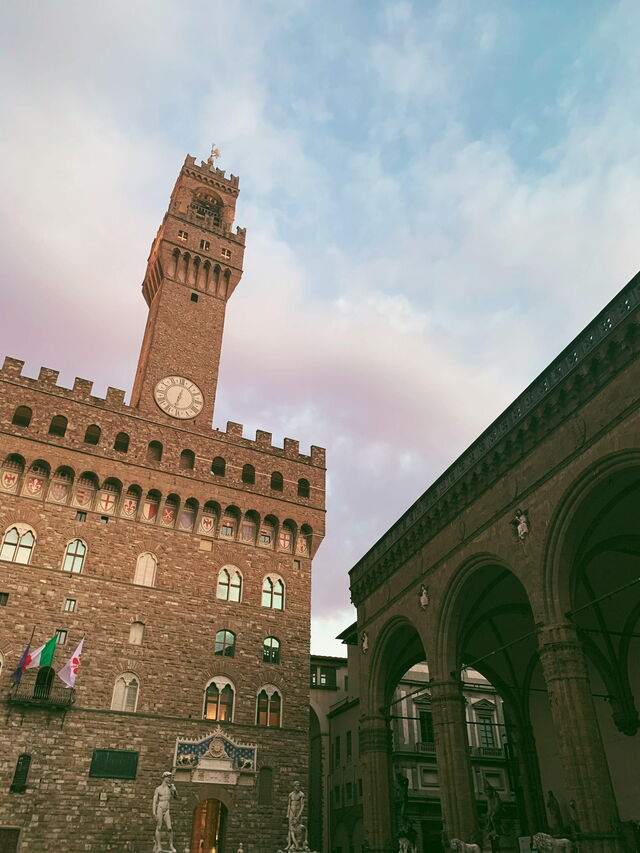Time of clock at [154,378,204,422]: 12:32
